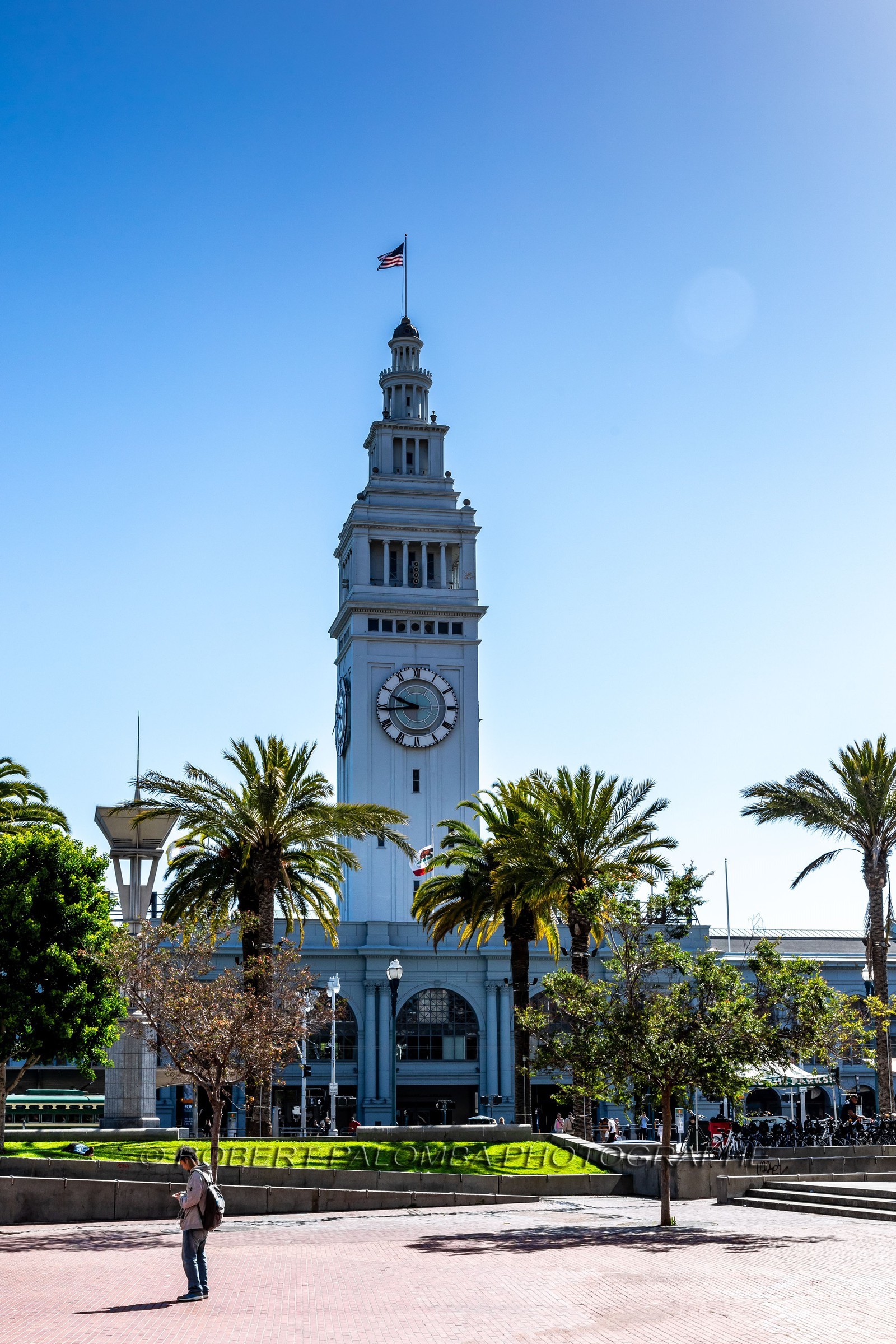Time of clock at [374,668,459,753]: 9:43
